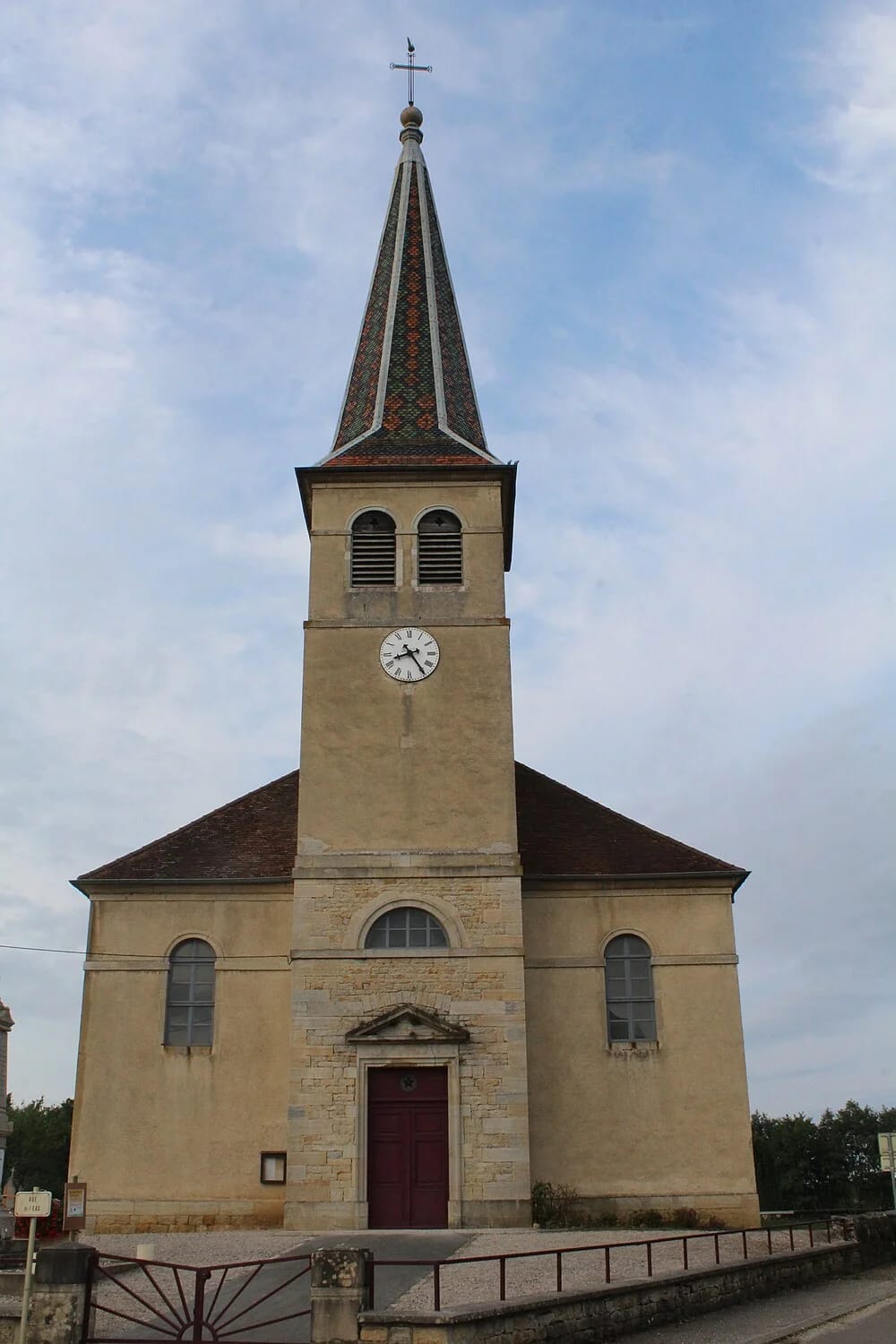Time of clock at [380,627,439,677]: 8:24
